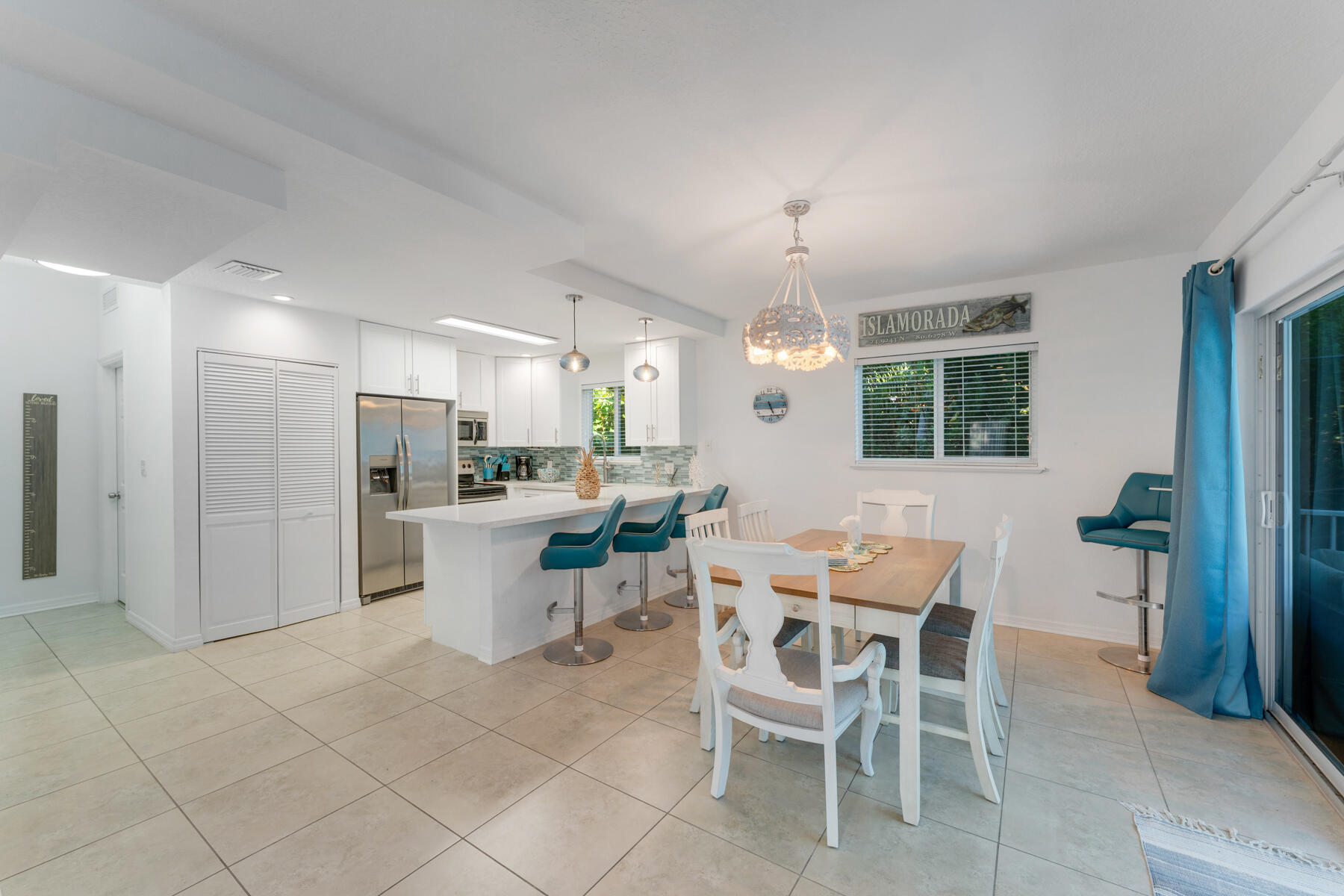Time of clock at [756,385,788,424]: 5:26
